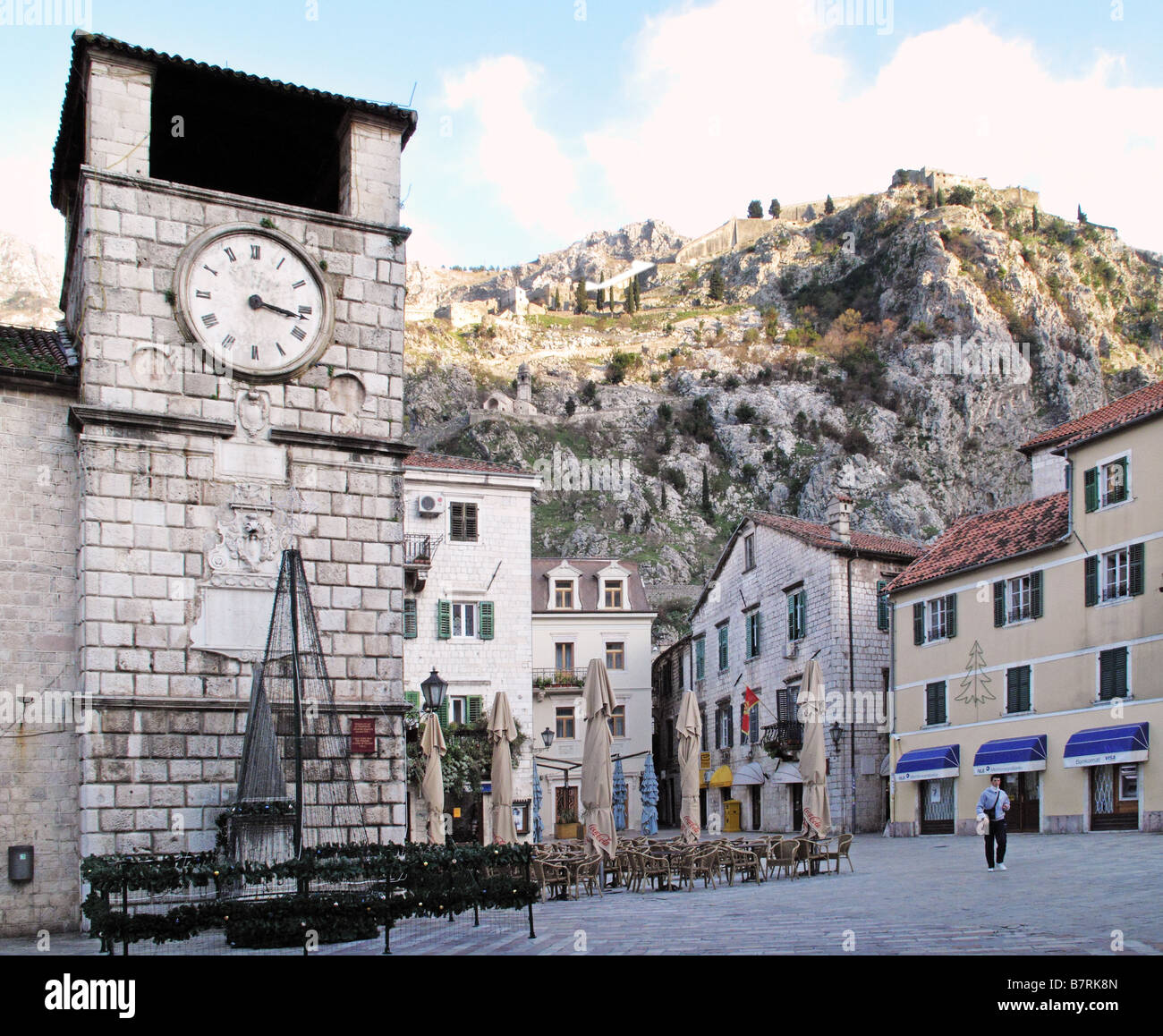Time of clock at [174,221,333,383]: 3:16
